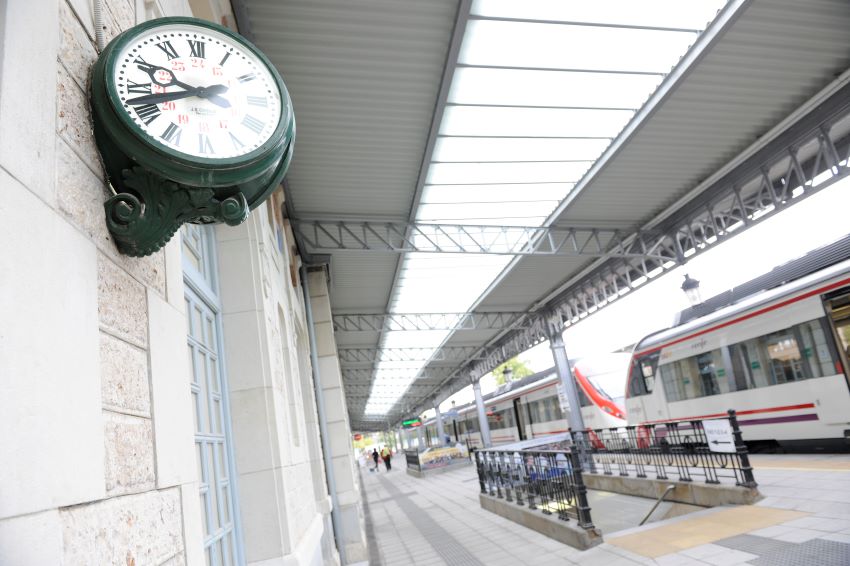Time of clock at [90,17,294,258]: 9:42
